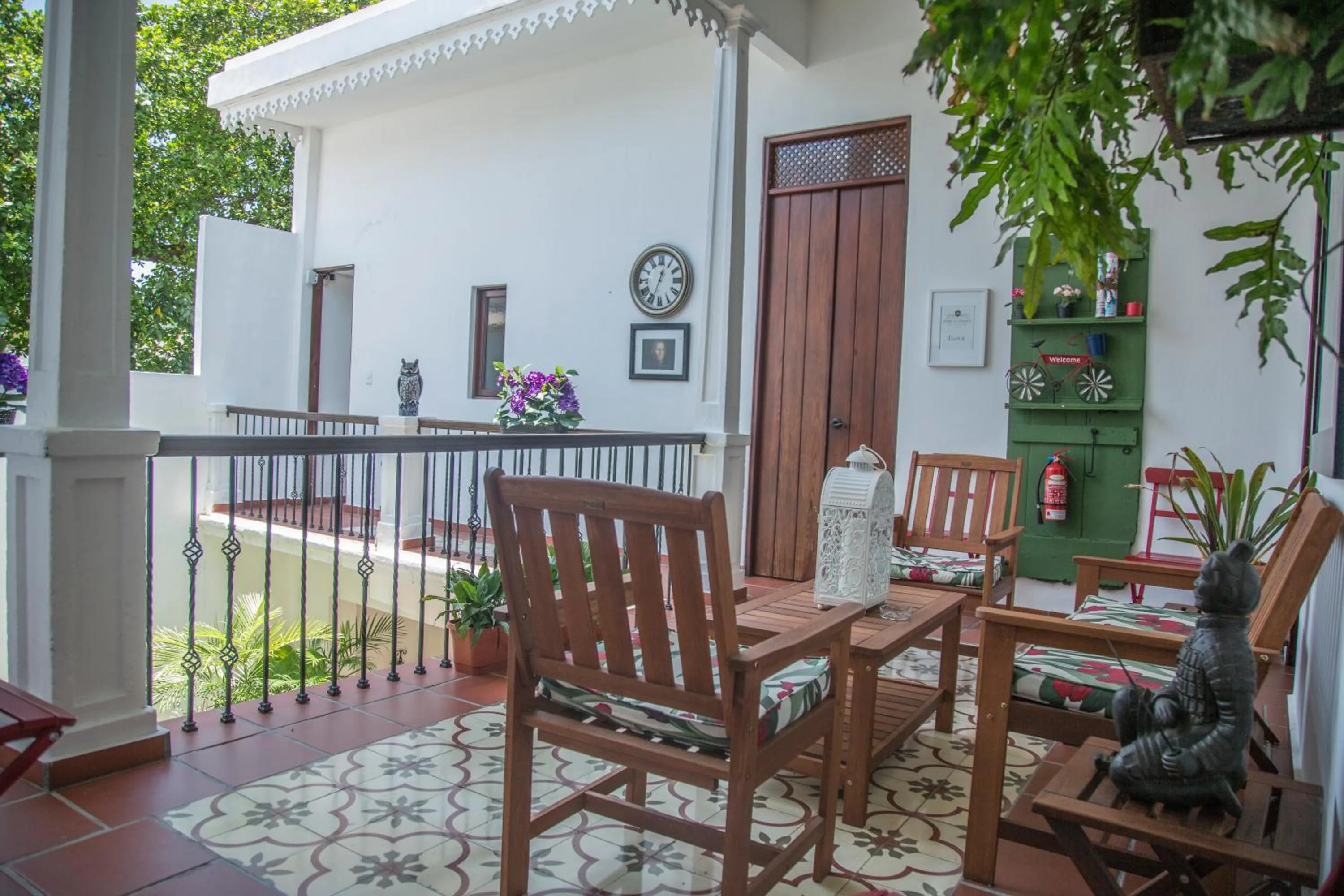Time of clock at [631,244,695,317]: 12:33
